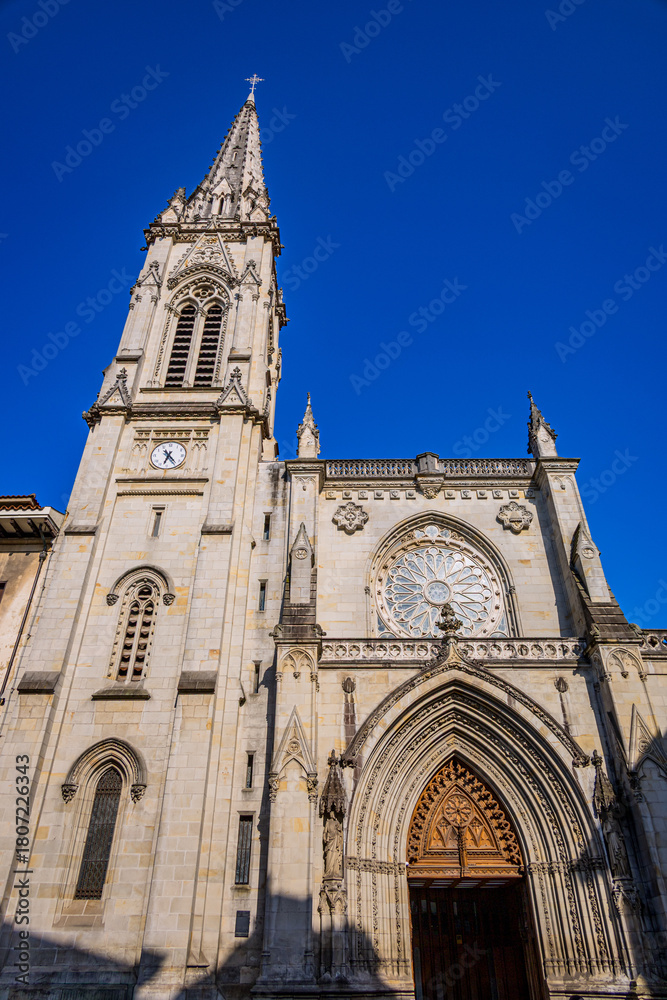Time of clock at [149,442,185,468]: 6:23
